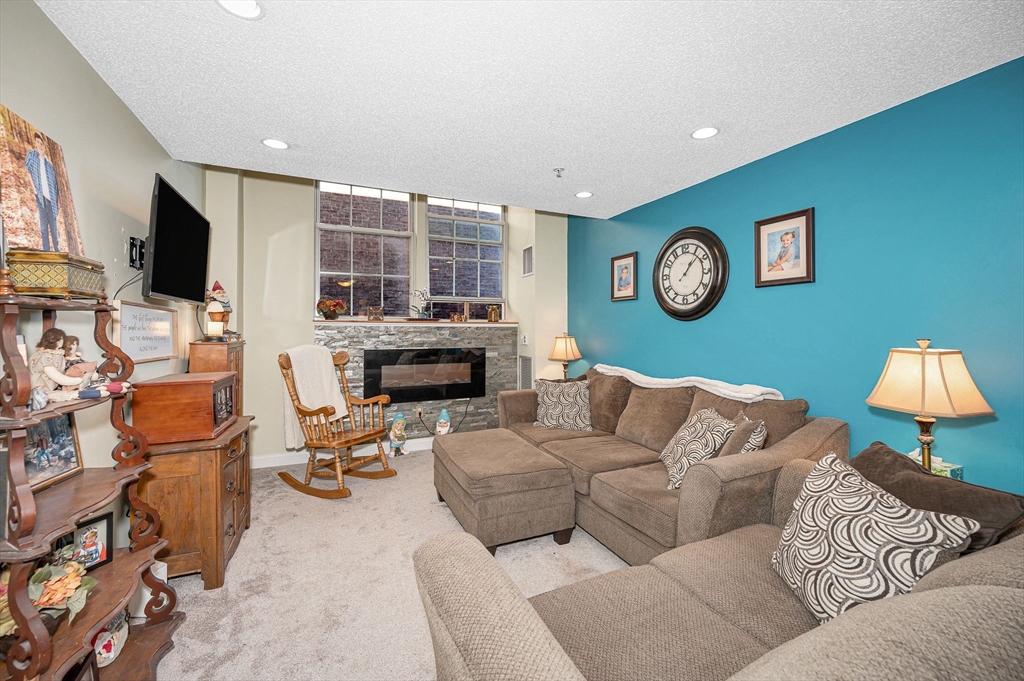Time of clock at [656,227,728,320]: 1:07
